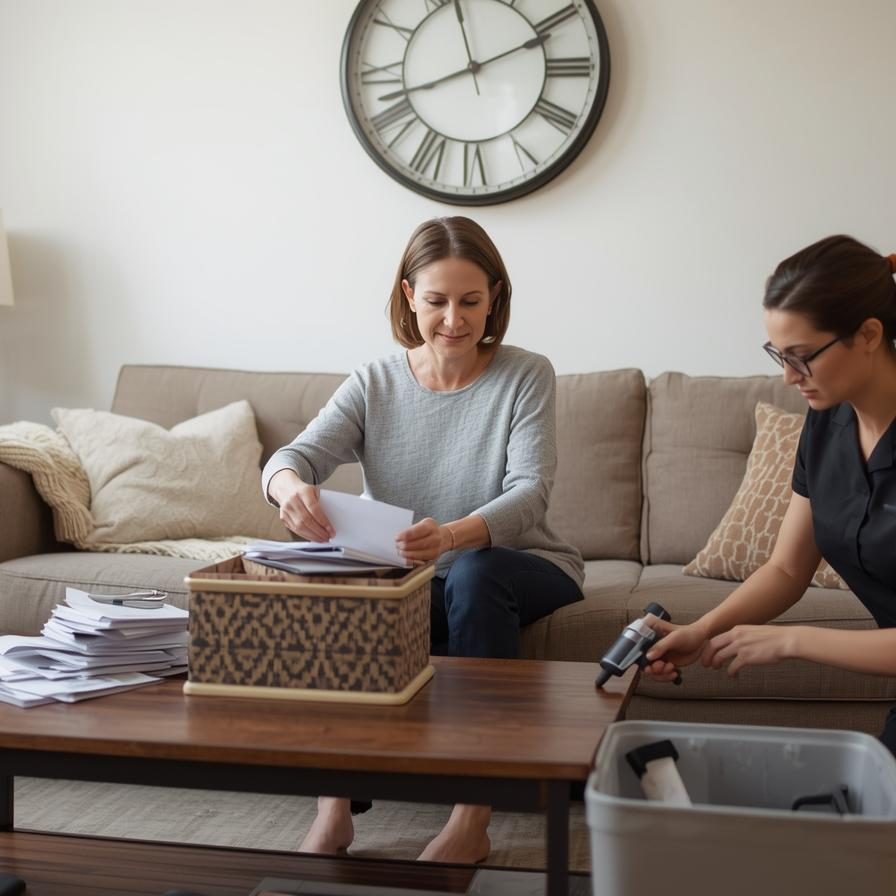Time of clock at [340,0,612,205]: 11:41
